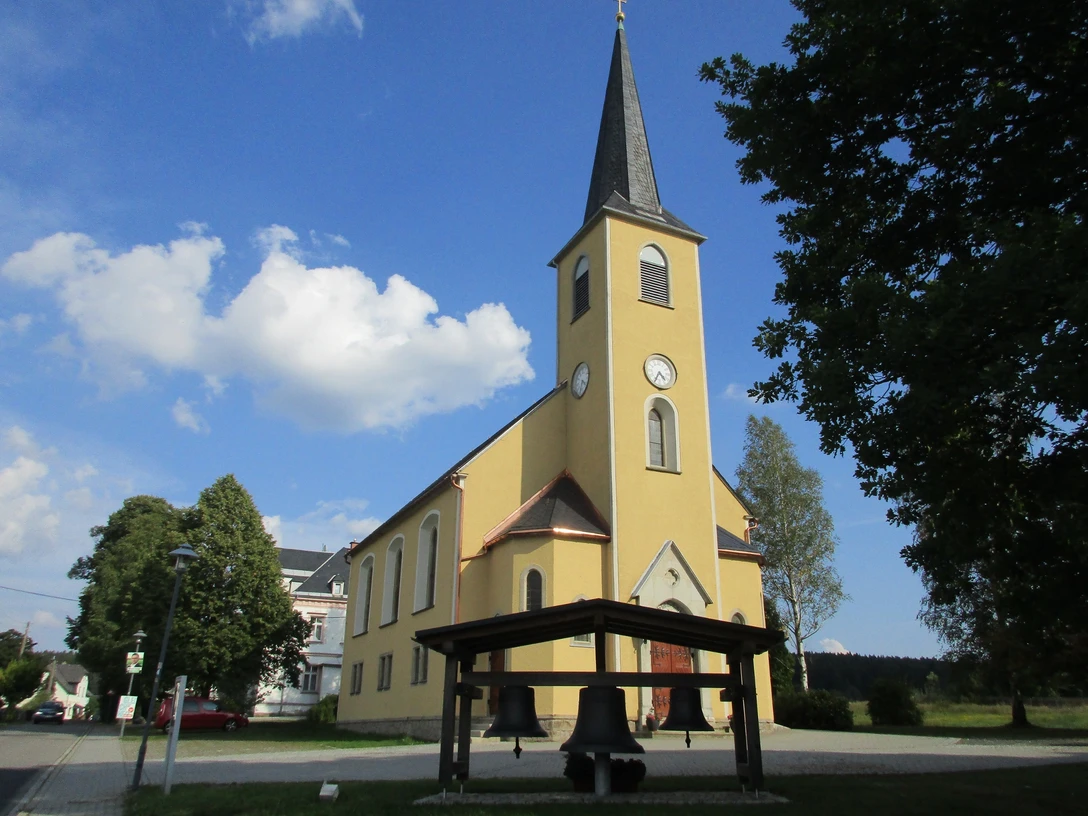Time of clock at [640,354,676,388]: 4:34
